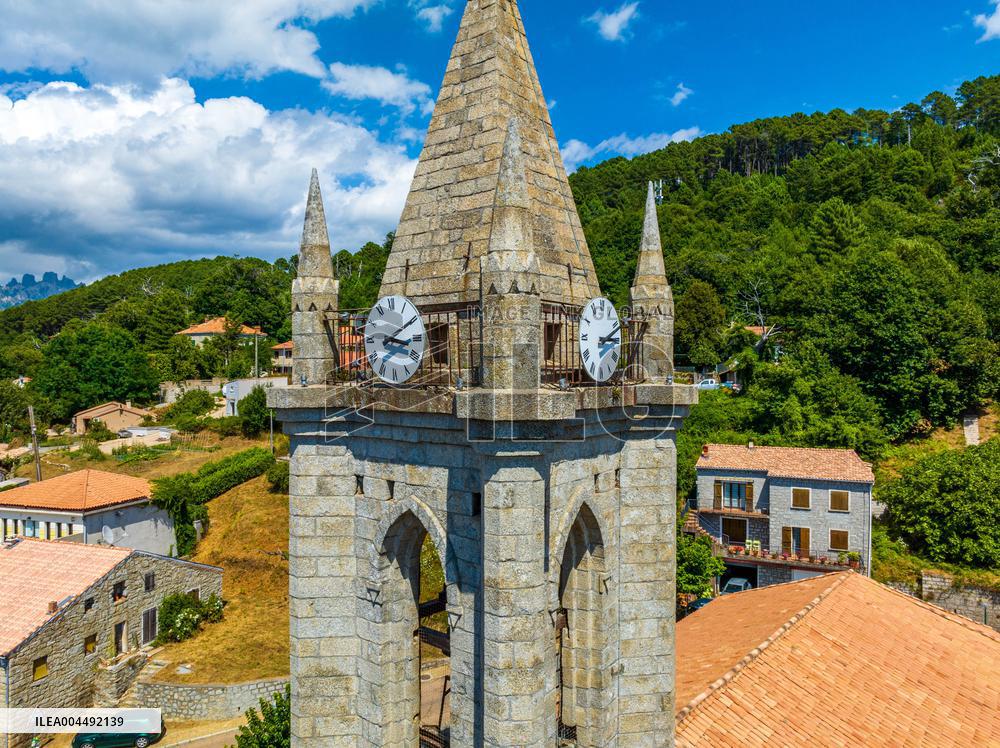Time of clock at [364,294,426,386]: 3:09
